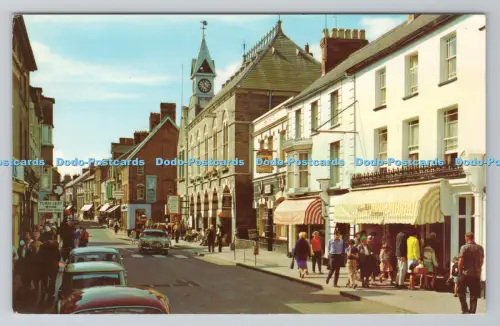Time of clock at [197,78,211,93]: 11:21
